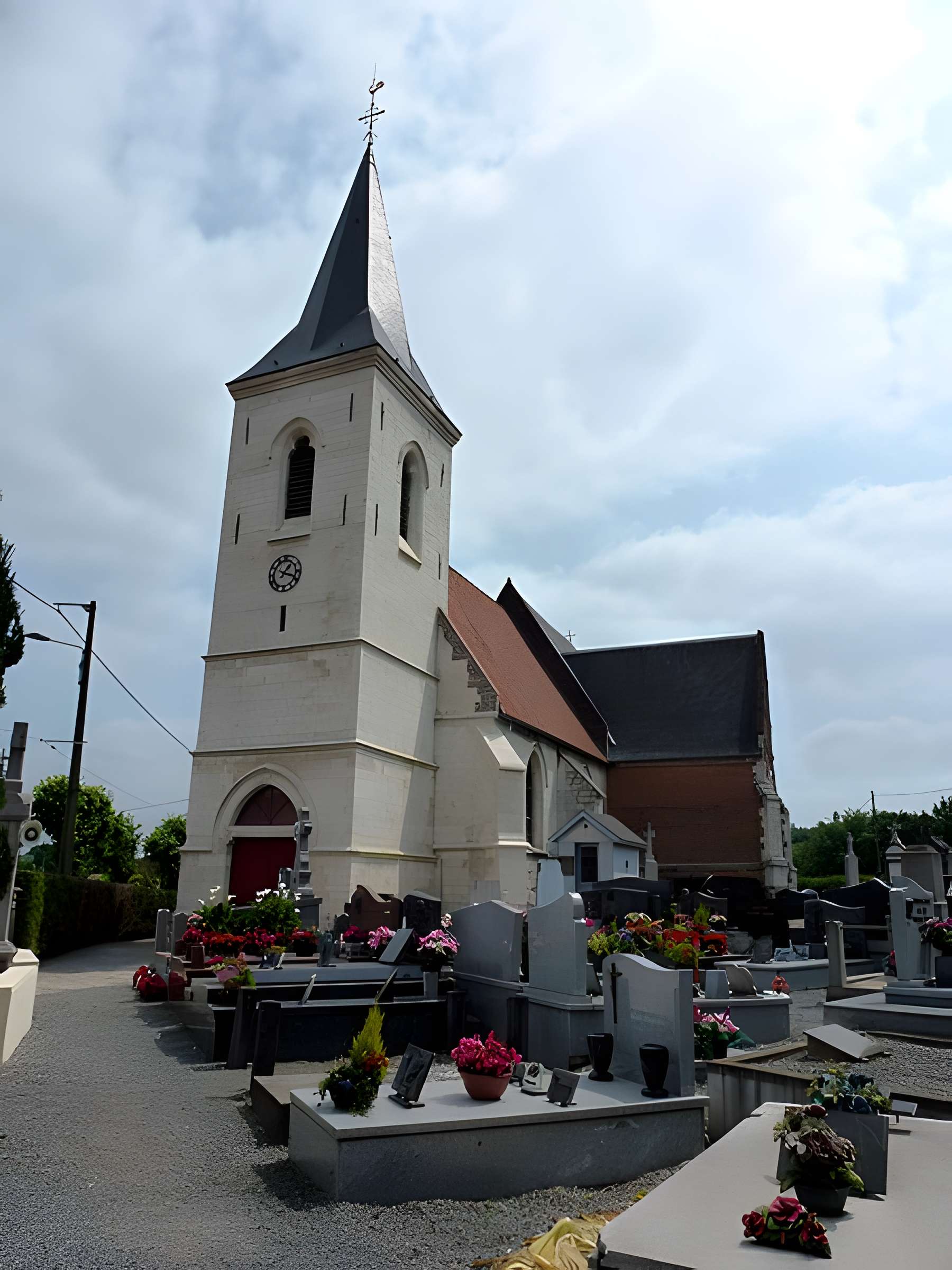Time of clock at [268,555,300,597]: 1:18
